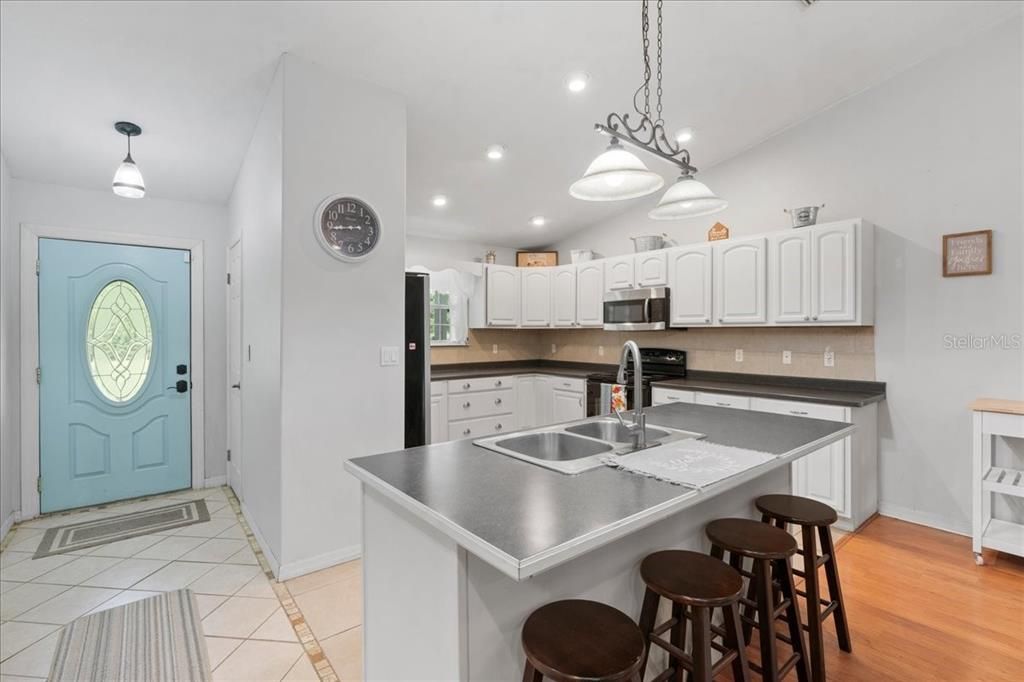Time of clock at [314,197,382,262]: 8:43
